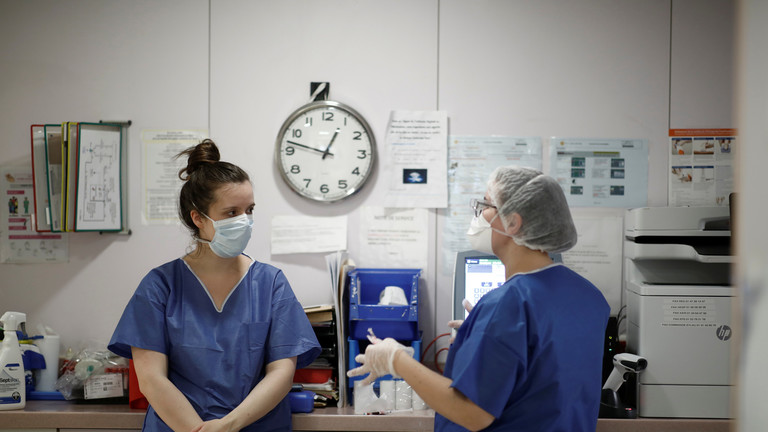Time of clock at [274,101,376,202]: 12:47
